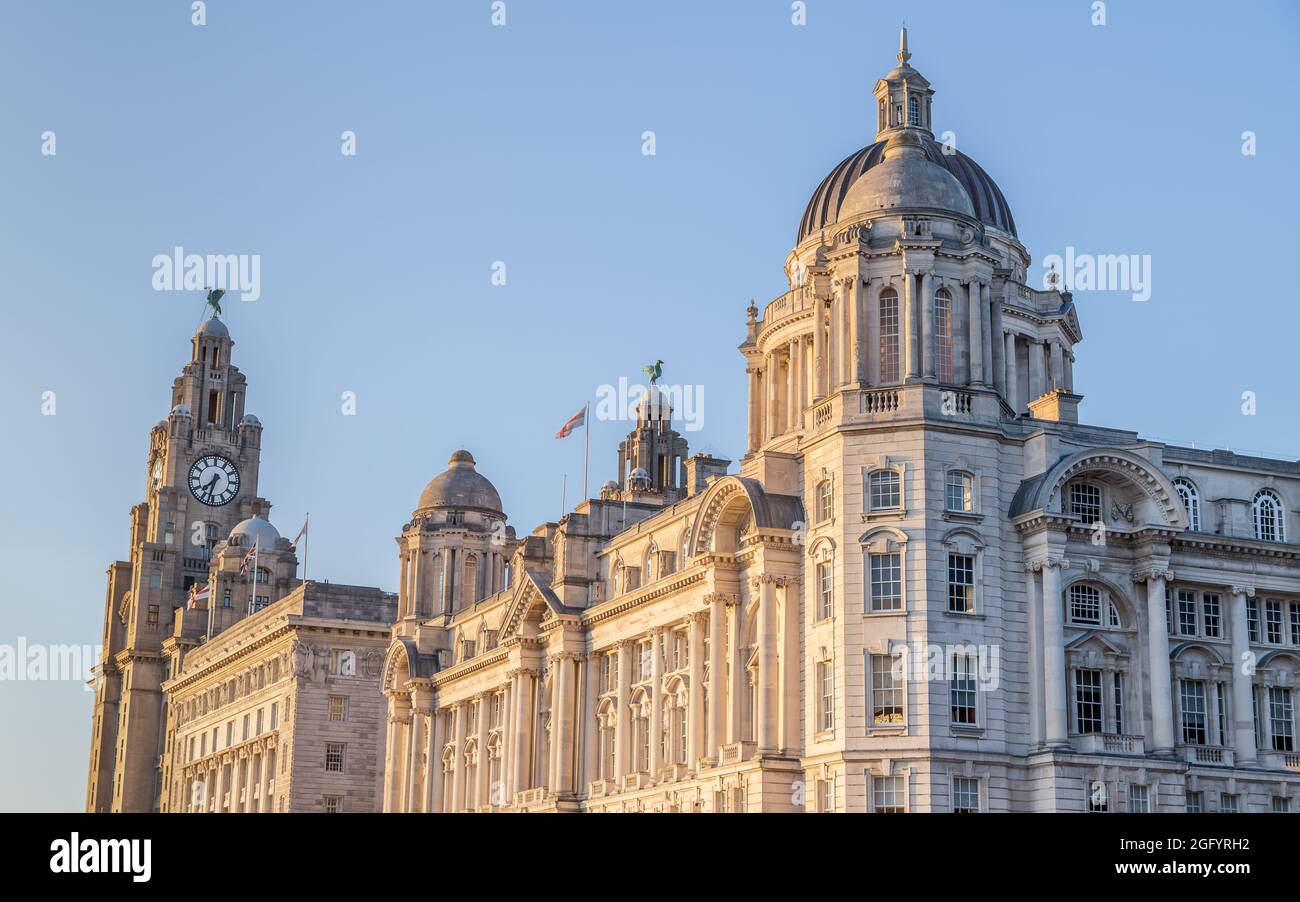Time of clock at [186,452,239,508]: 7:32
